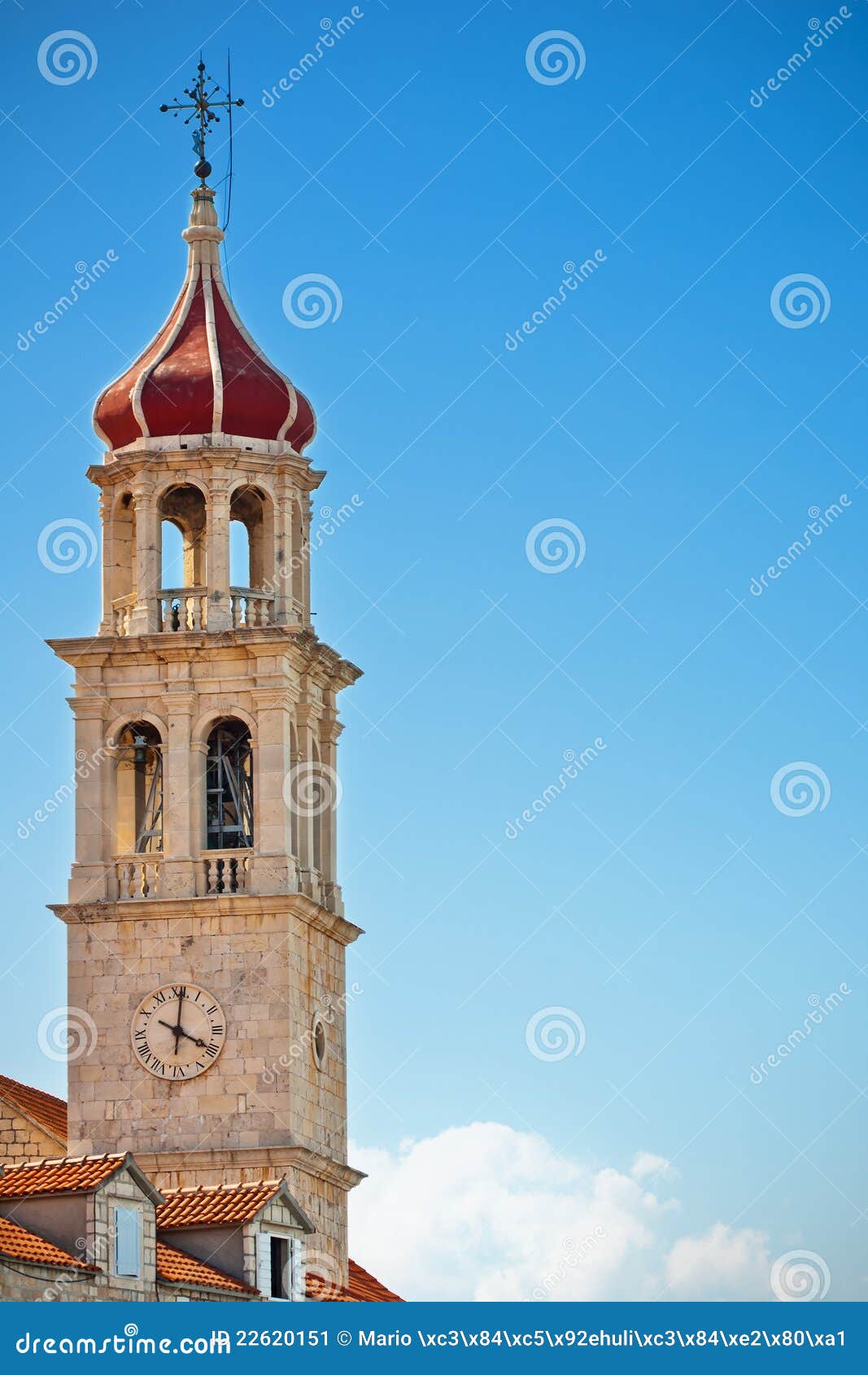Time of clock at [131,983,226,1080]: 4:00
